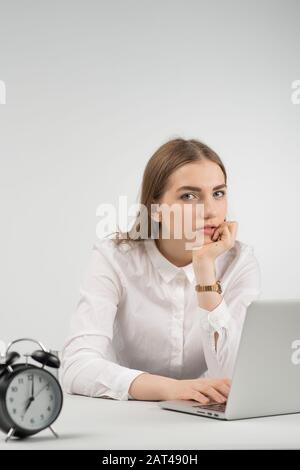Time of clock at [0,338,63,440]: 7:01
